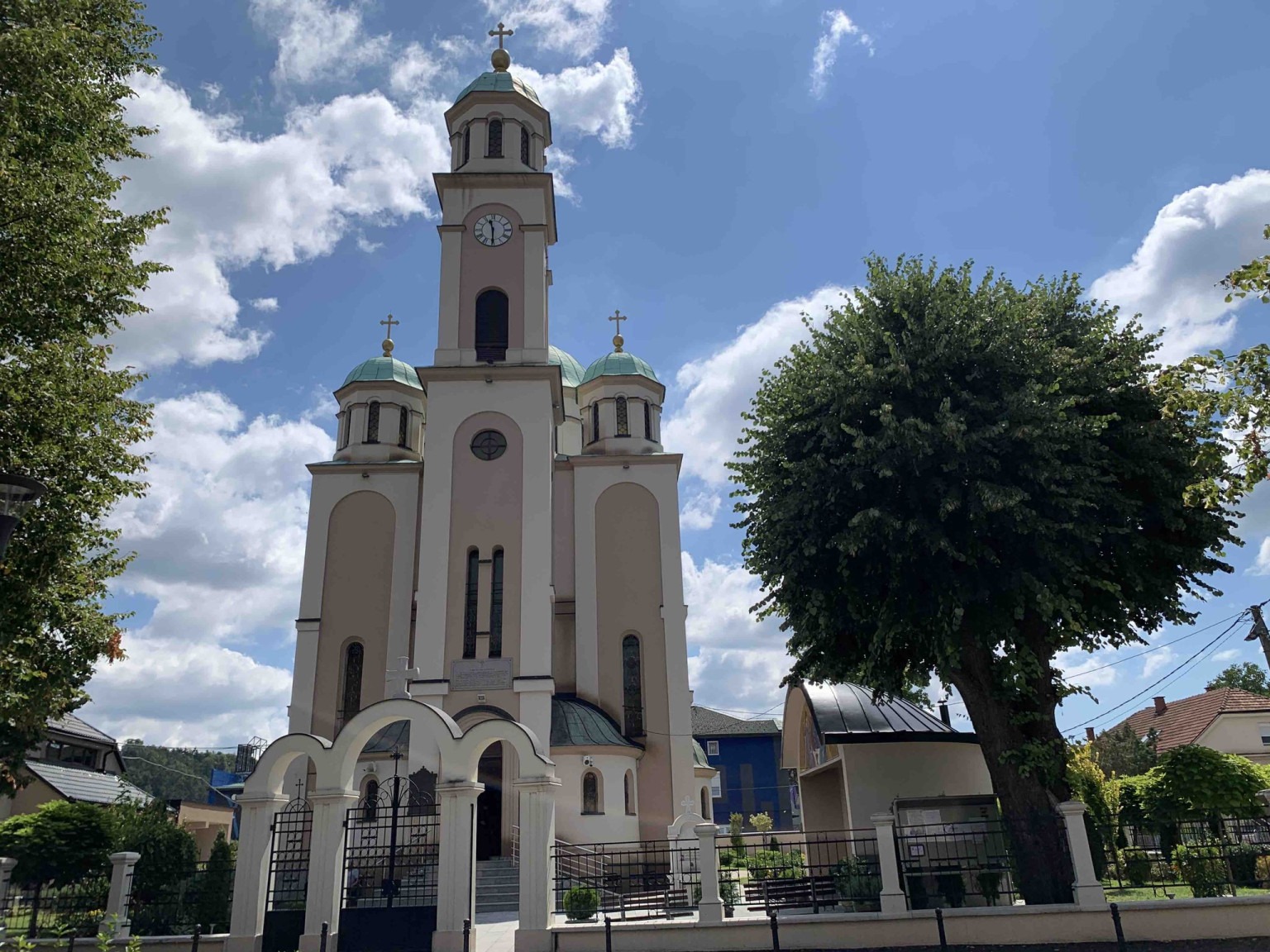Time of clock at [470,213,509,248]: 11:29
